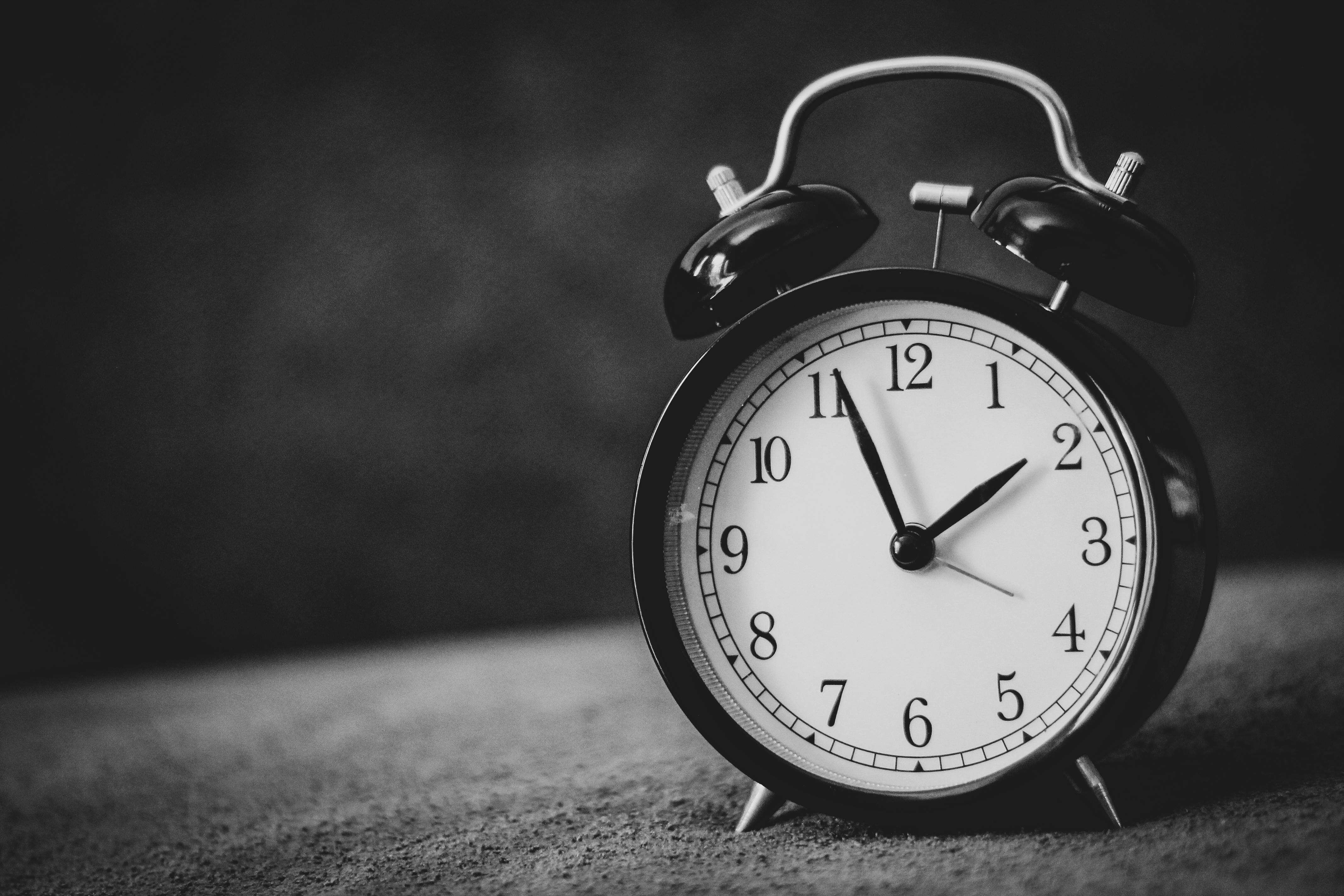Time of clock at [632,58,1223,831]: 1:56
